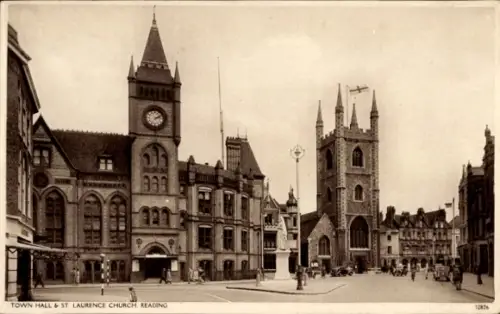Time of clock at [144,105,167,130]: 2:09
